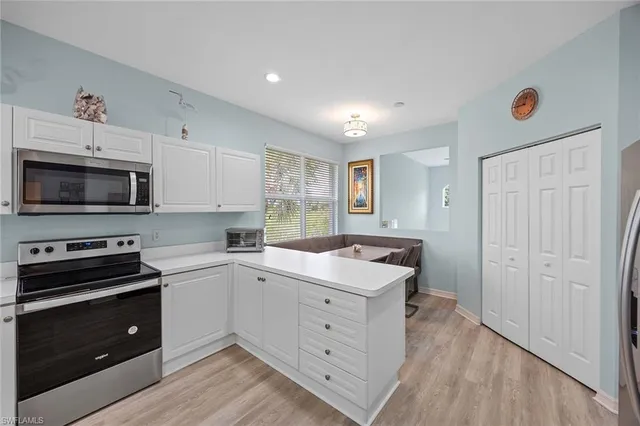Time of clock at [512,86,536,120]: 11:44
